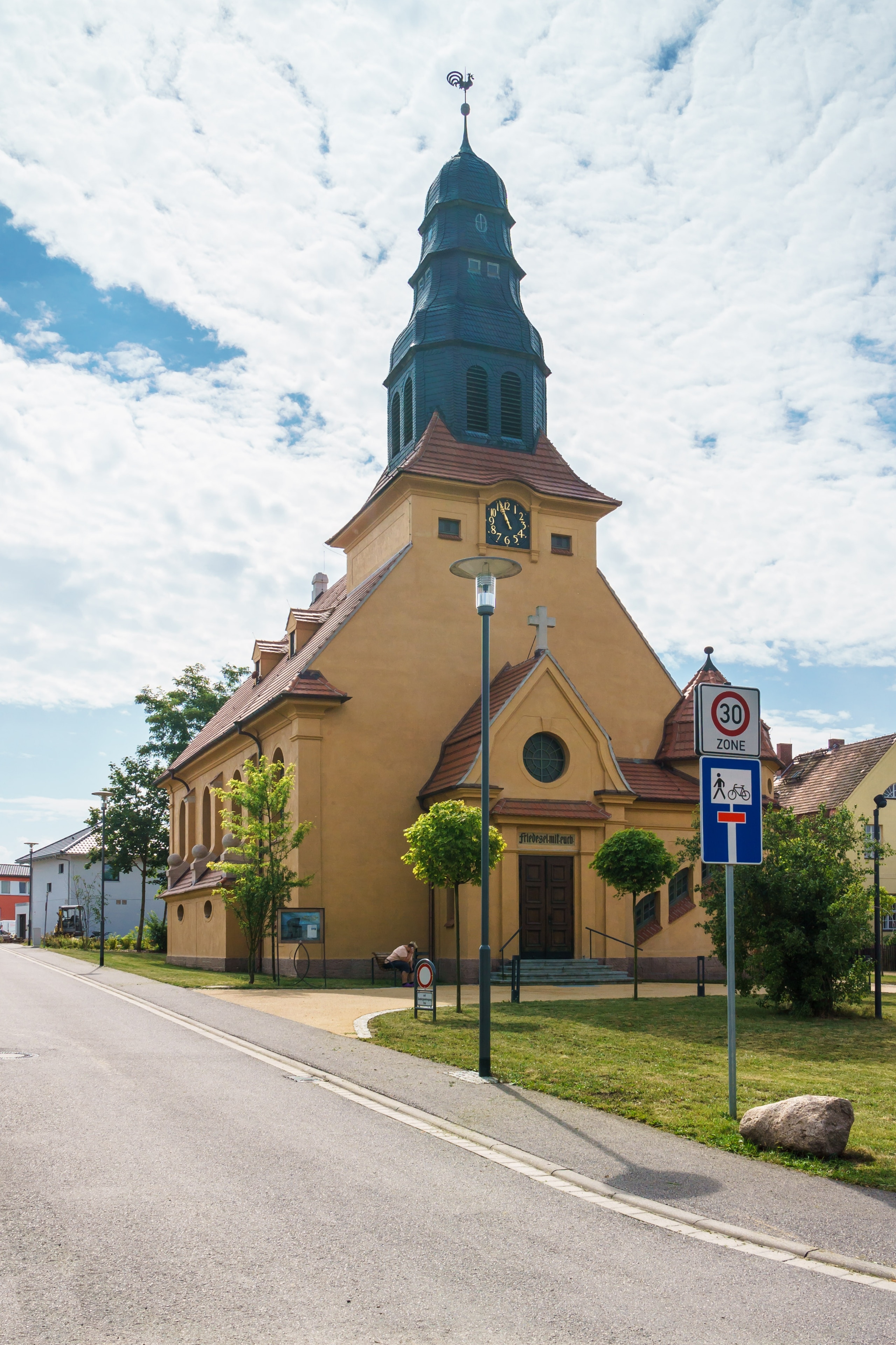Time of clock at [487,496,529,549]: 10:56
